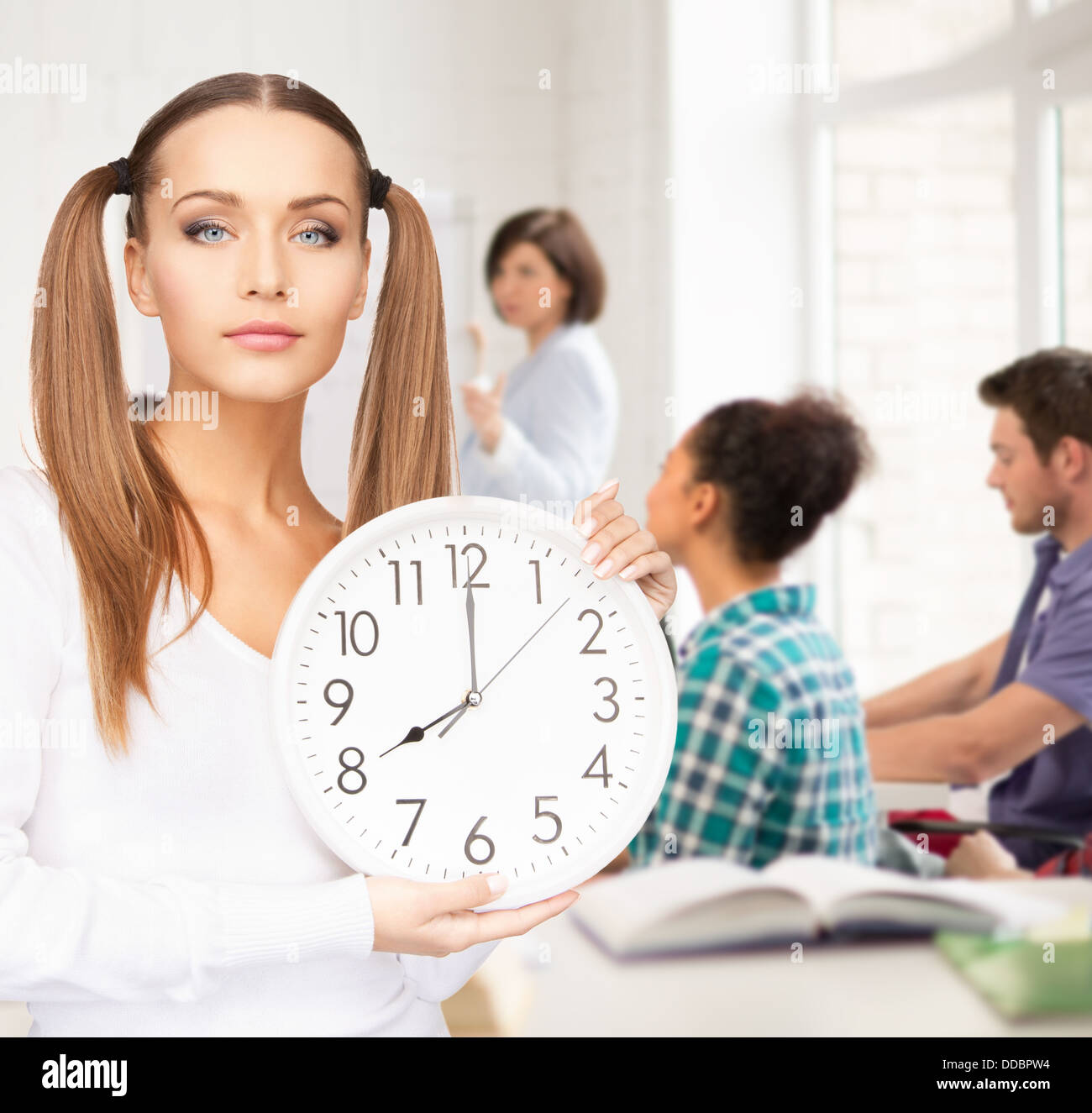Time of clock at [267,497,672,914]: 8:00
